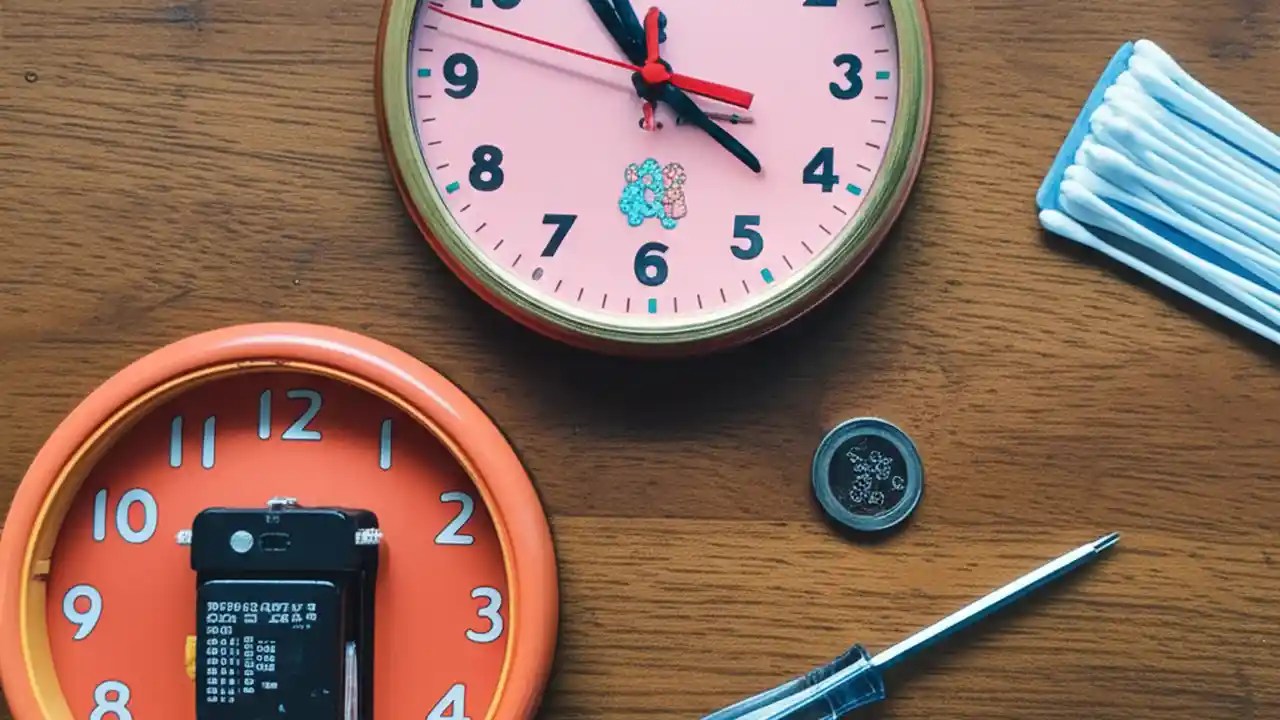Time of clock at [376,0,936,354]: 11:21
